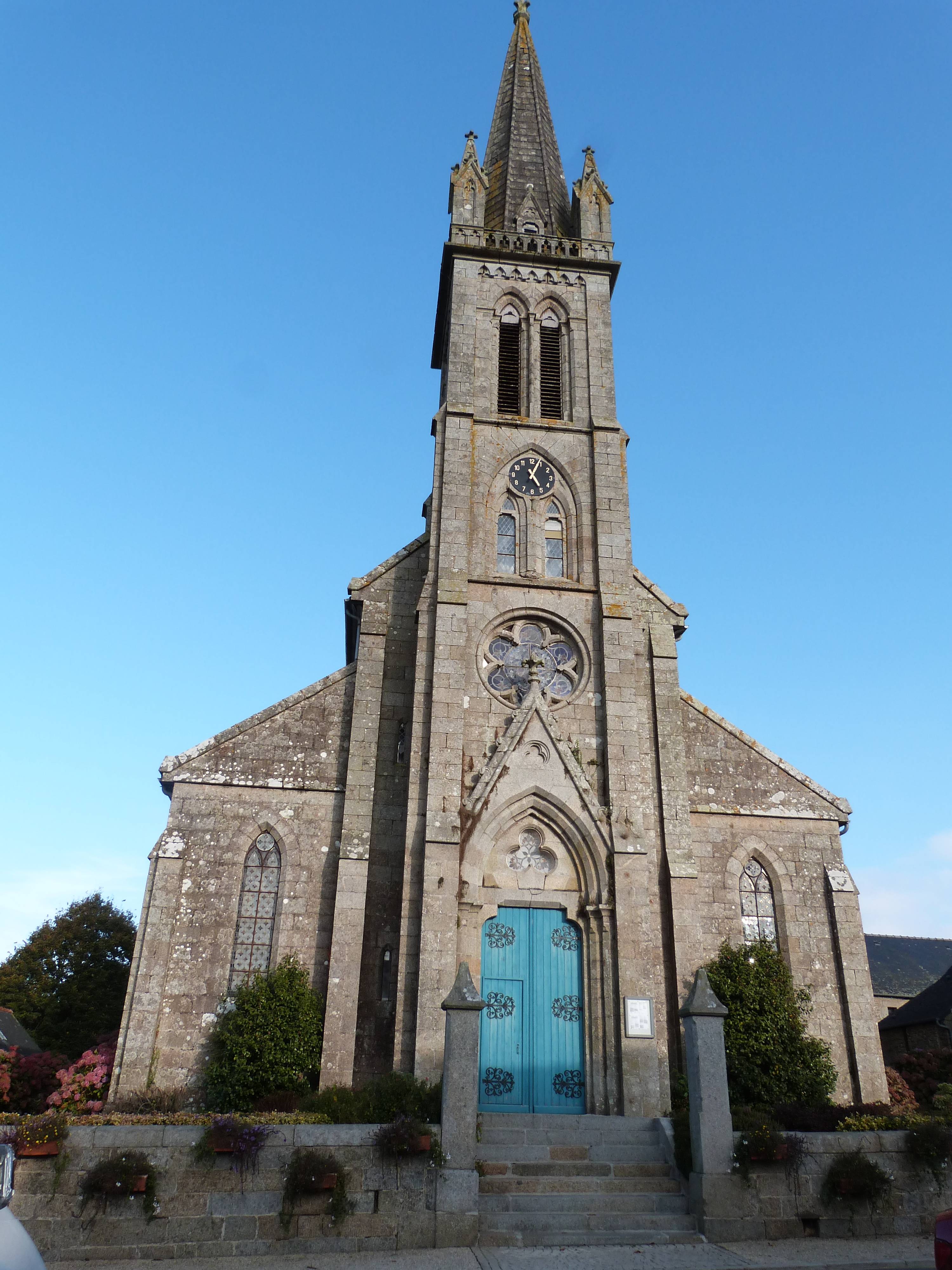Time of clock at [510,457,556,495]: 5:04
